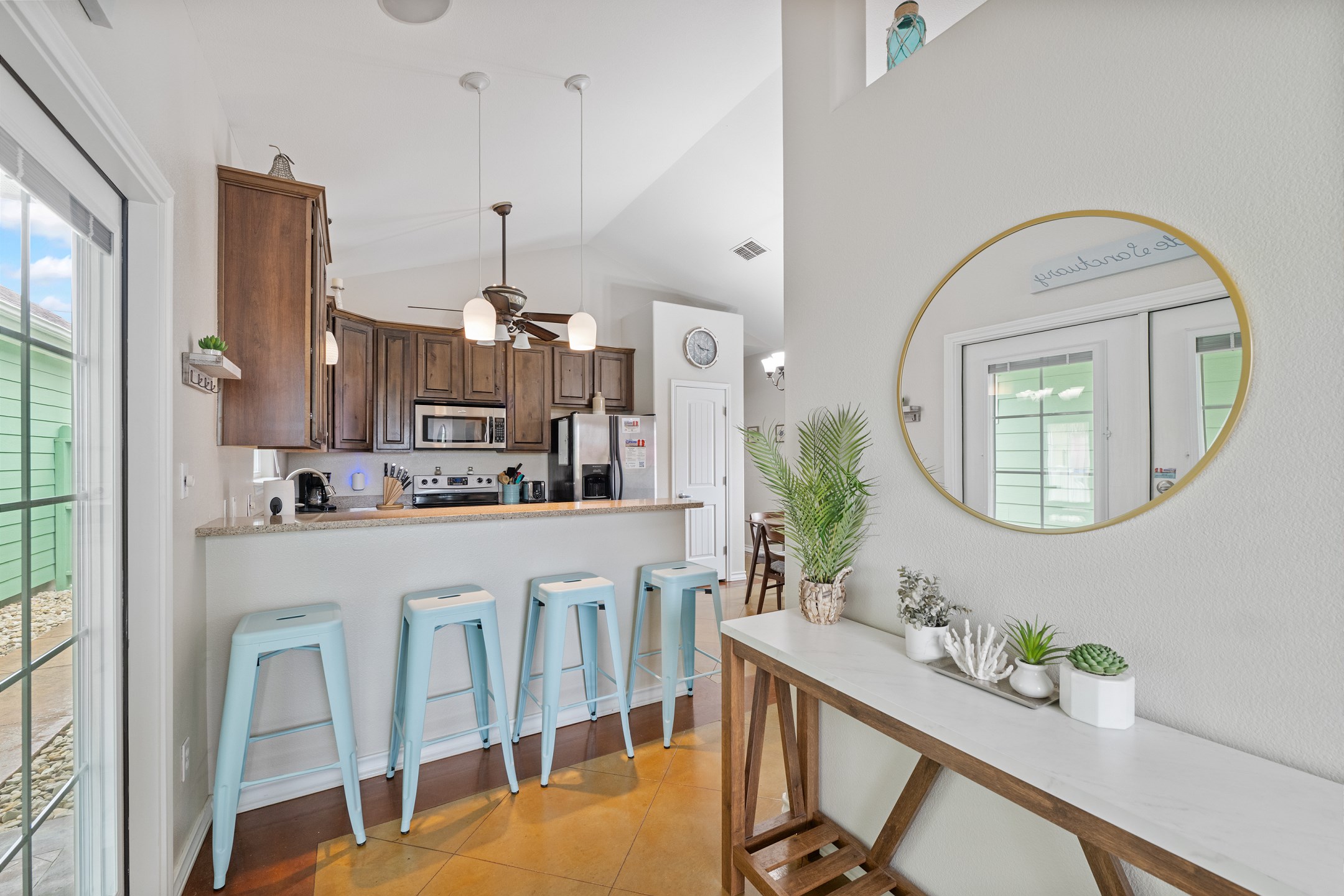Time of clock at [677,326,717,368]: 10:15
